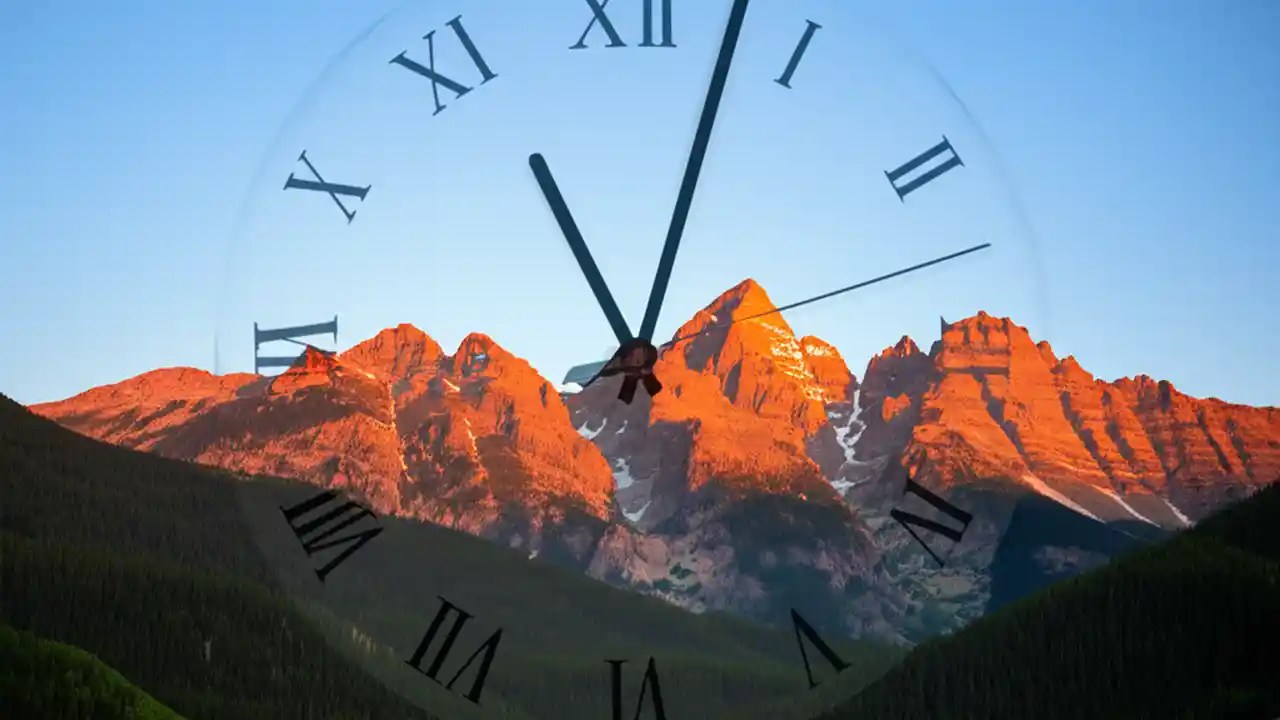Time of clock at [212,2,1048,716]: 11:03
